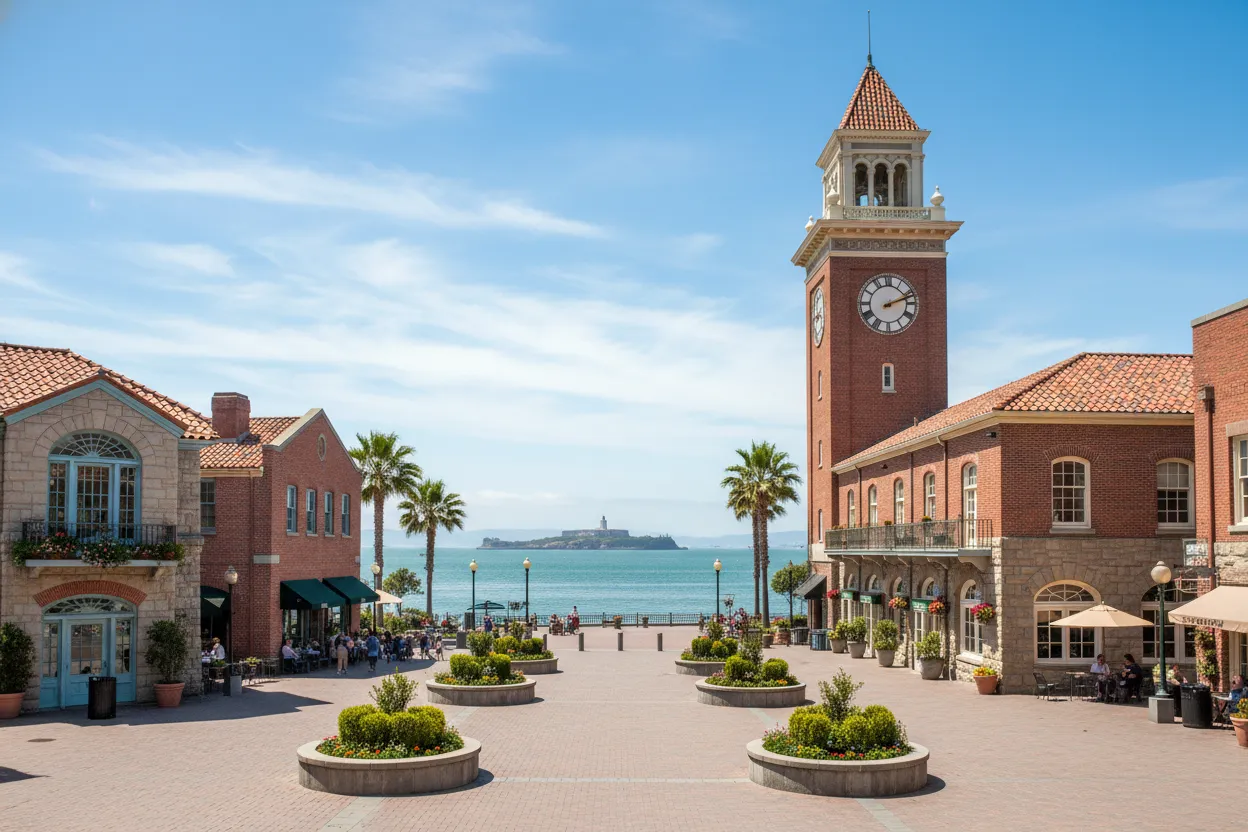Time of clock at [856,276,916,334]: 2:11
